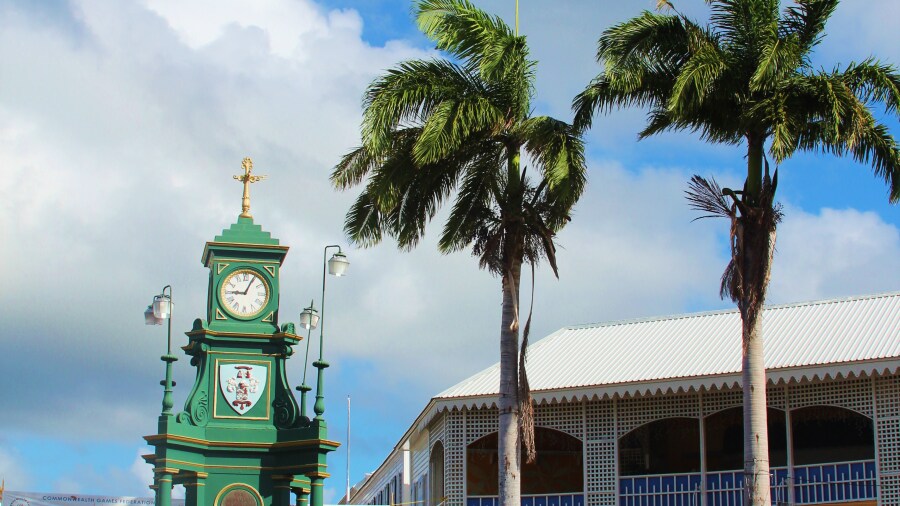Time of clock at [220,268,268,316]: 9:04
